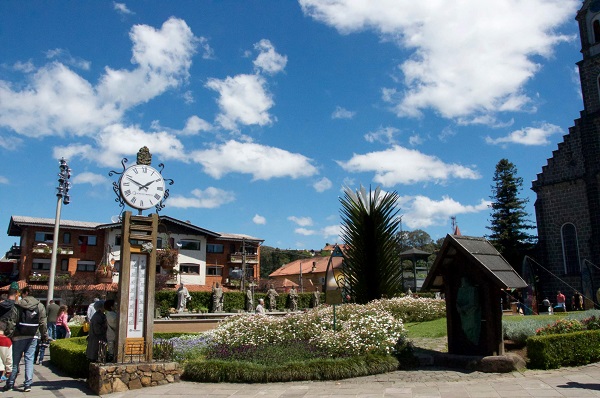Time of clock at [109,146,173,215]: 1:49
